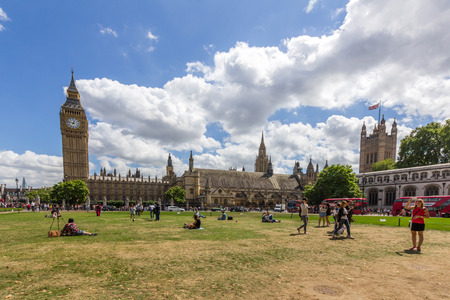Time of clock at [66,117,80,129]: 12:47
